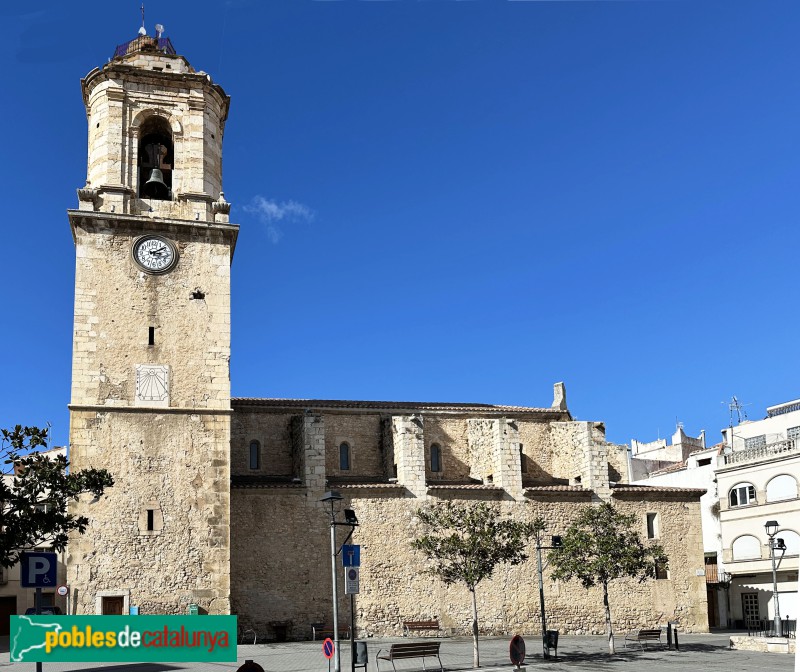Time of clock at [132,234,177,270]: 3:09
